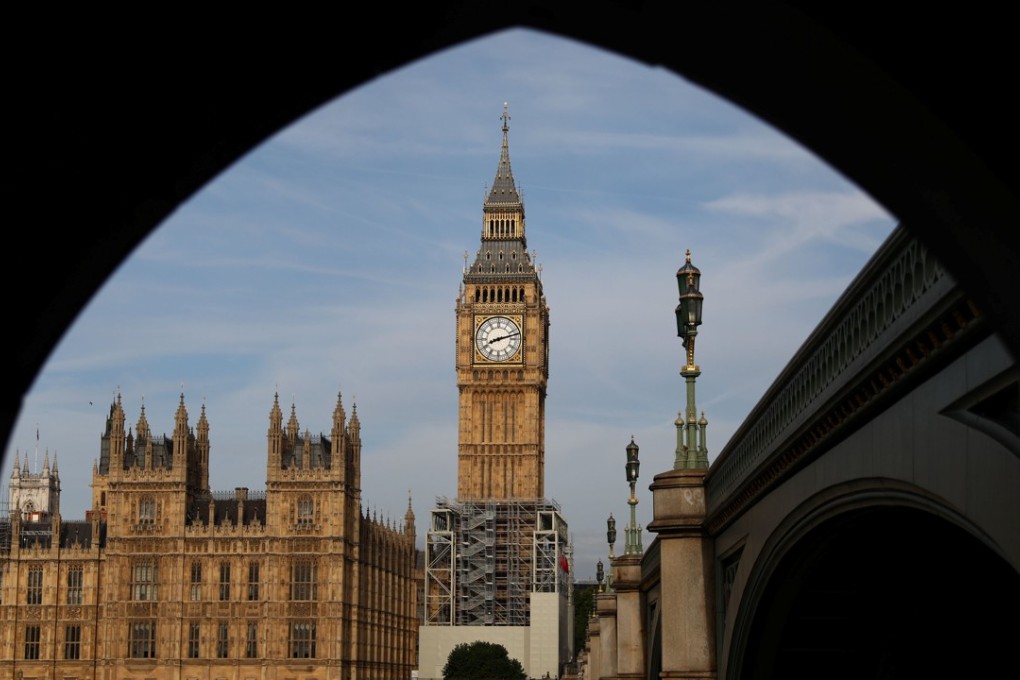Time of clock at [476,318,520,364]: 8:12
